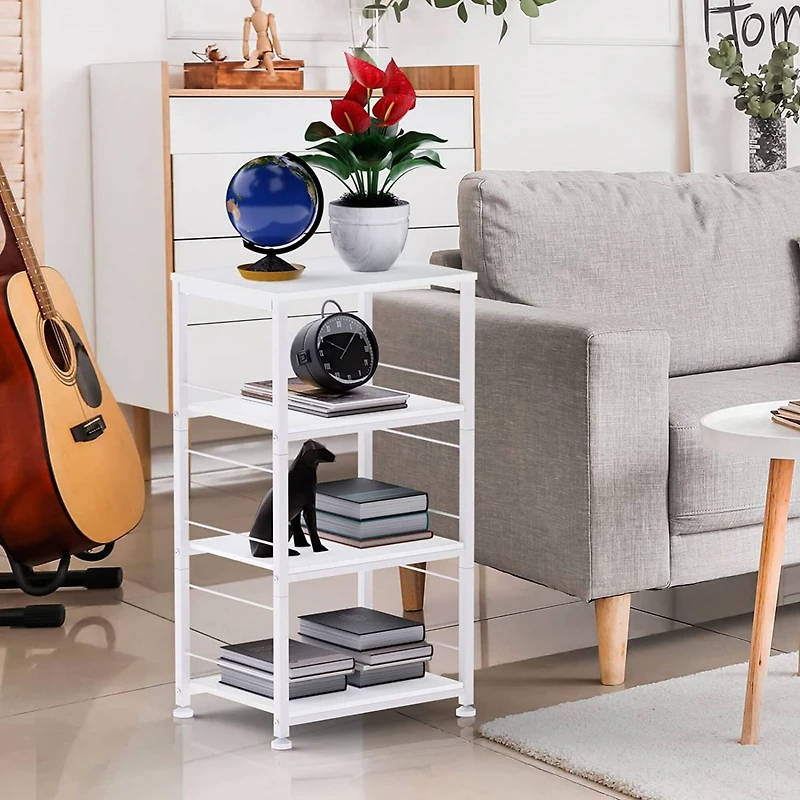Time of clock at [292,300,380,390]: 10:07
